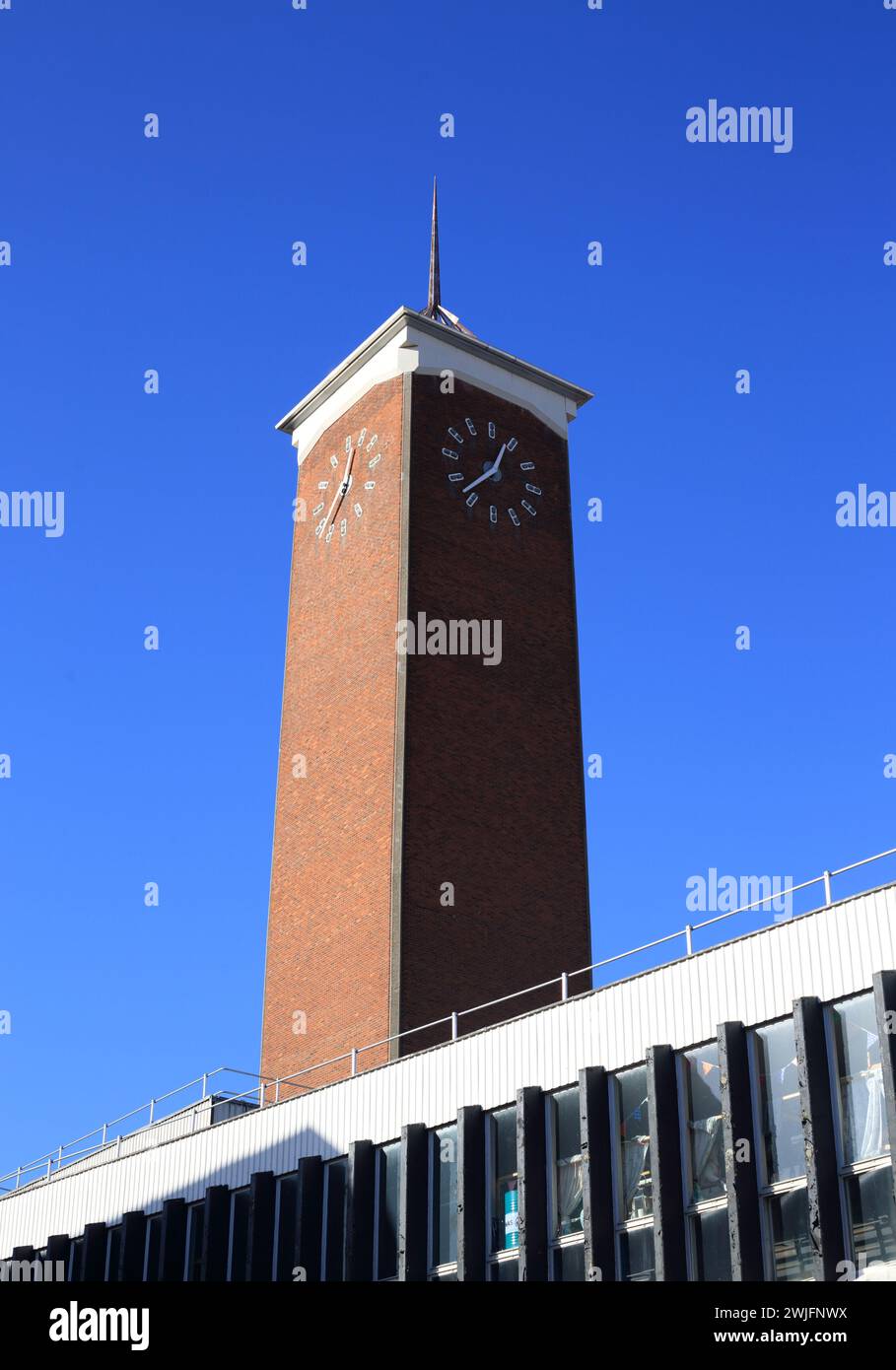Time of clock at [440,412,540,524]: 12:37
